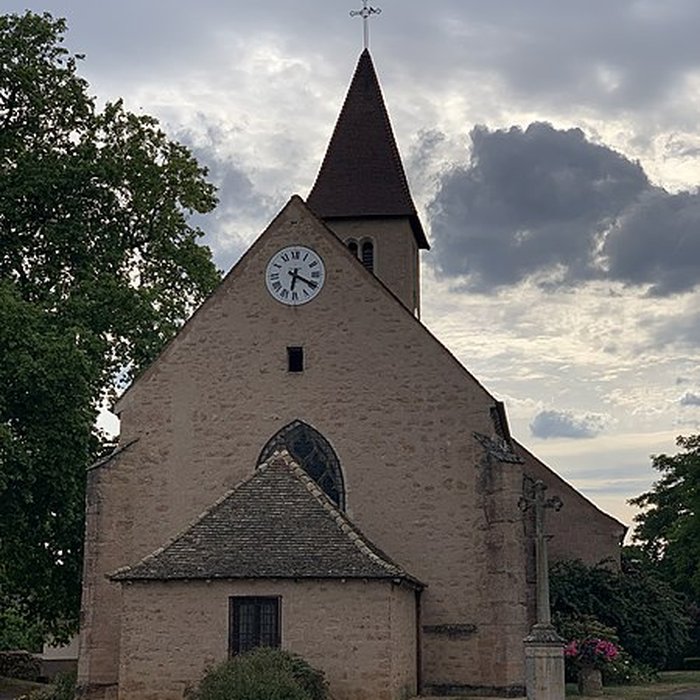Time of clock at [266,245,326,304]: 6:19
